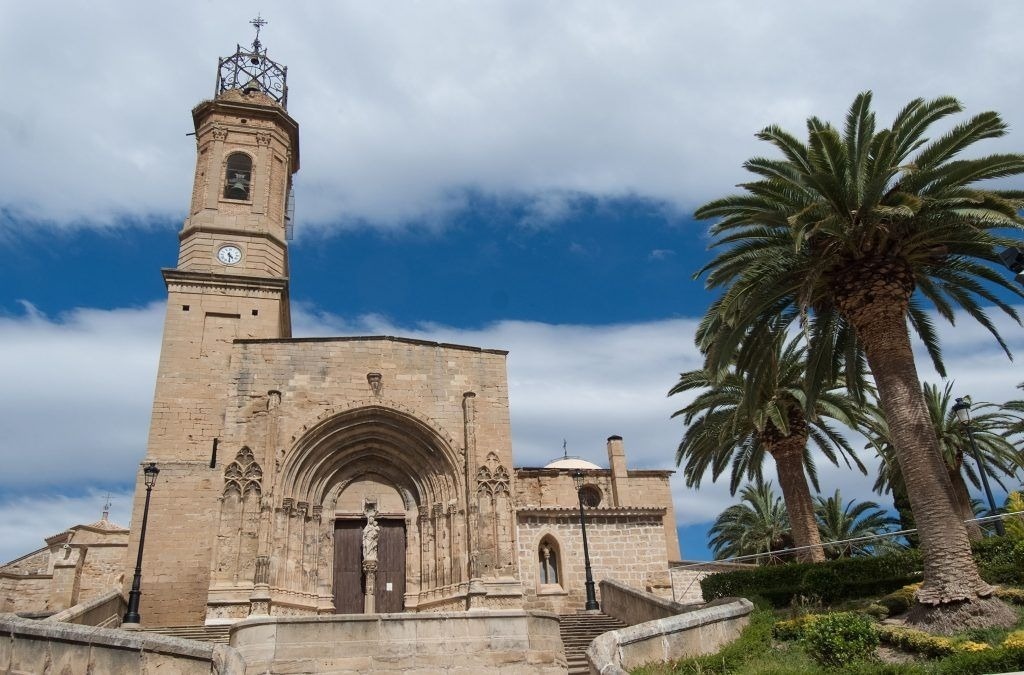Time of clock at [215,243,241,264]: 4:29
